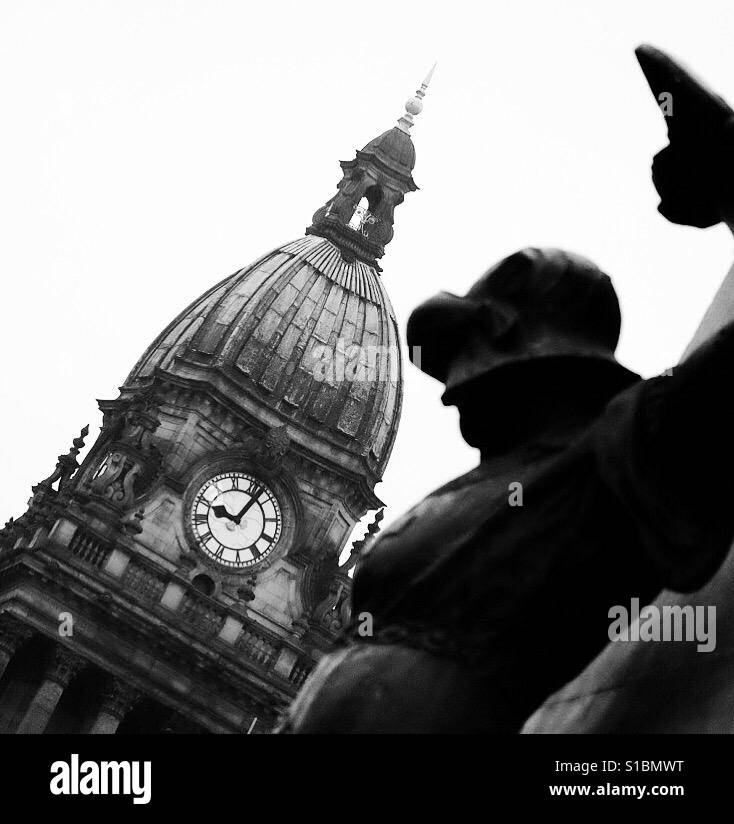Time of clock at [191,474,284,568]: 10:07
